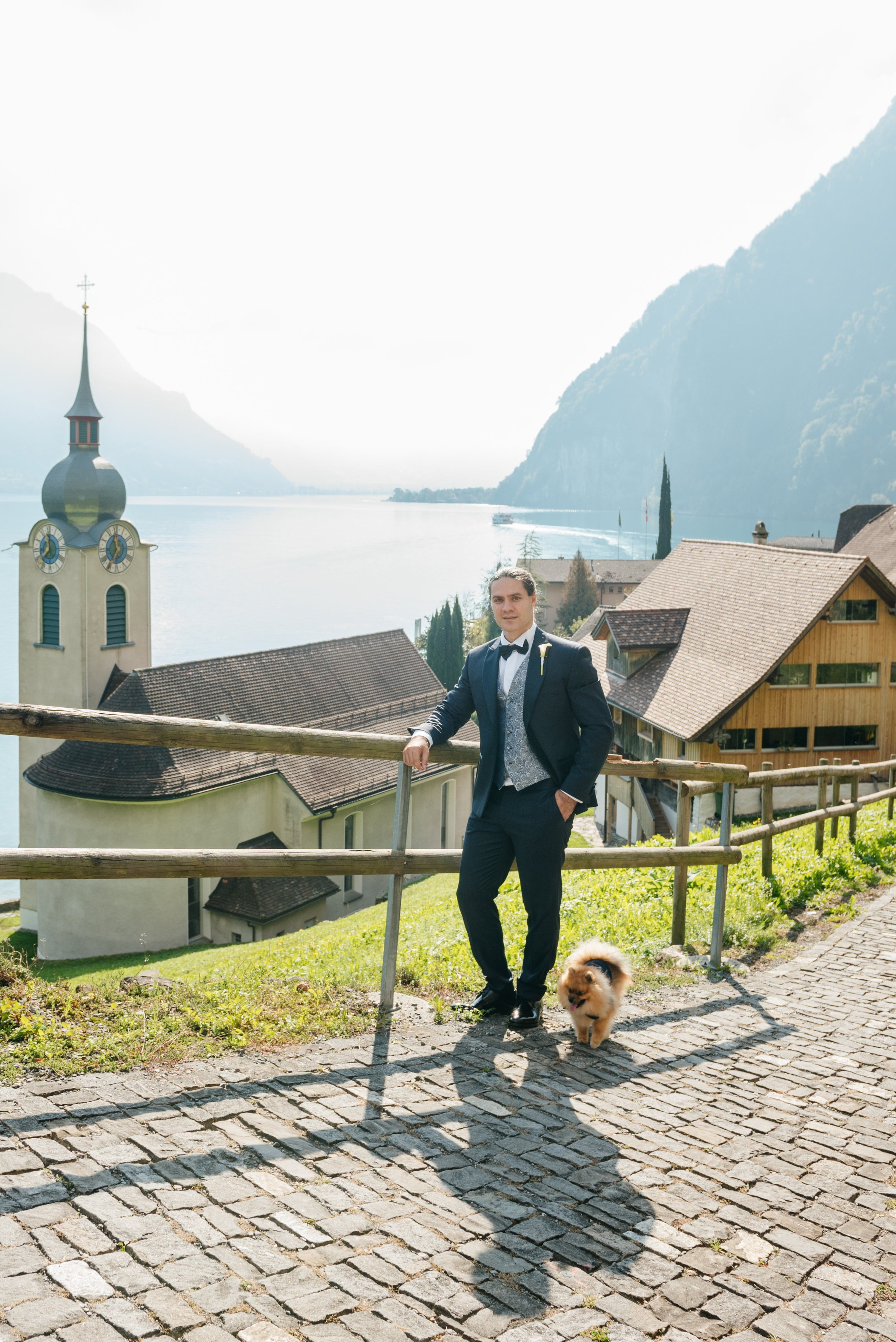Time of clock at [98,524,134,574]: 11:35
